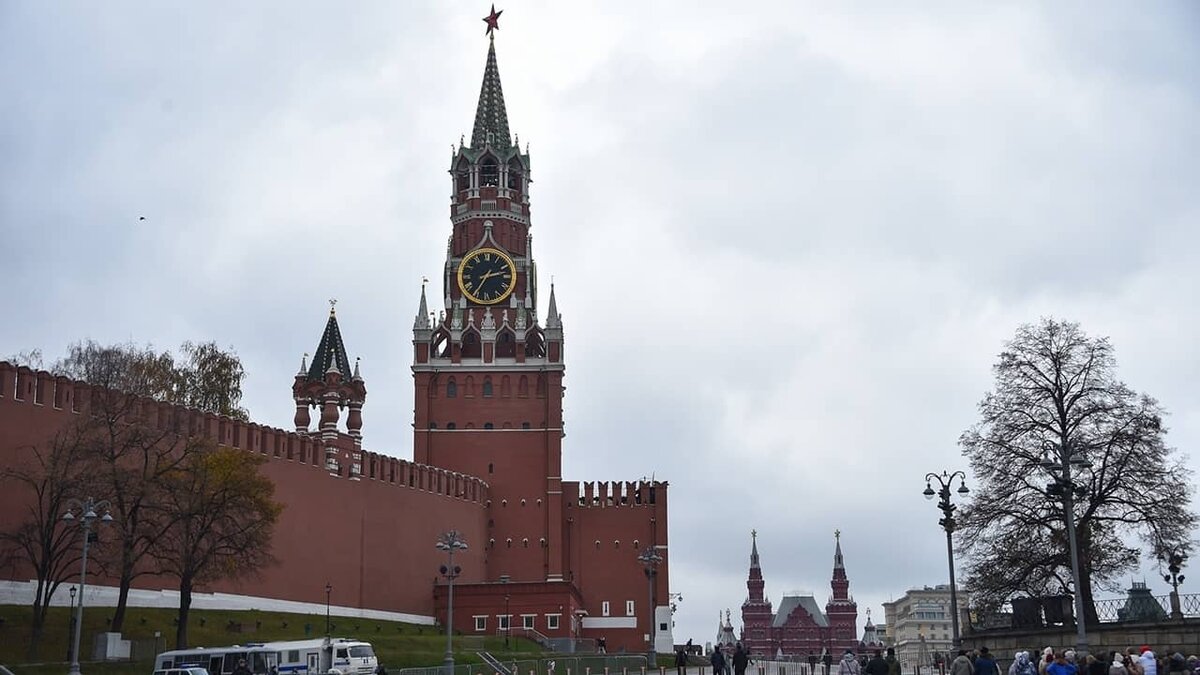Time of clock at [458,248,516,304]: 2:35
